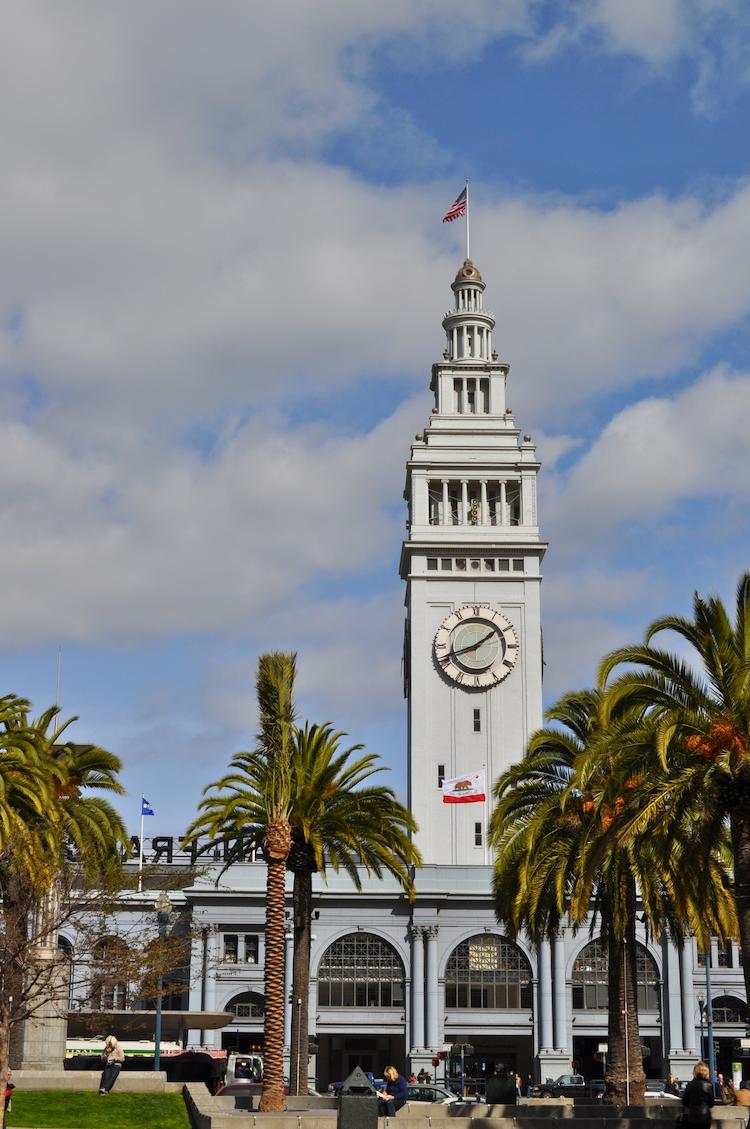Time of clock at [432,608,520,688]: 1:41
